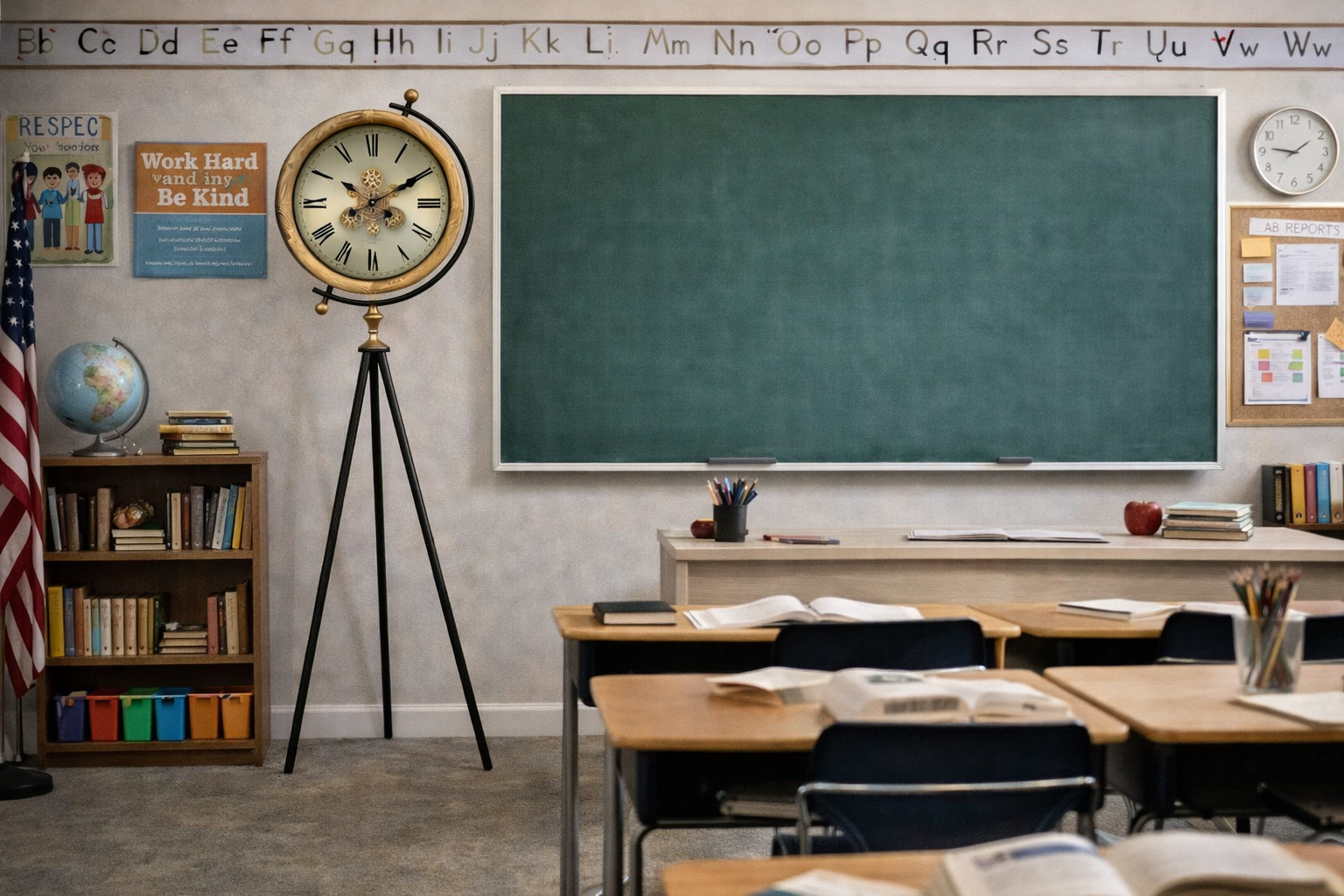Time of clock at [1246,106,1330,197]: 1:46
